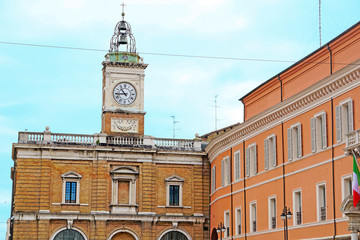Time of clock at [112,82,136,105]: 10:44
